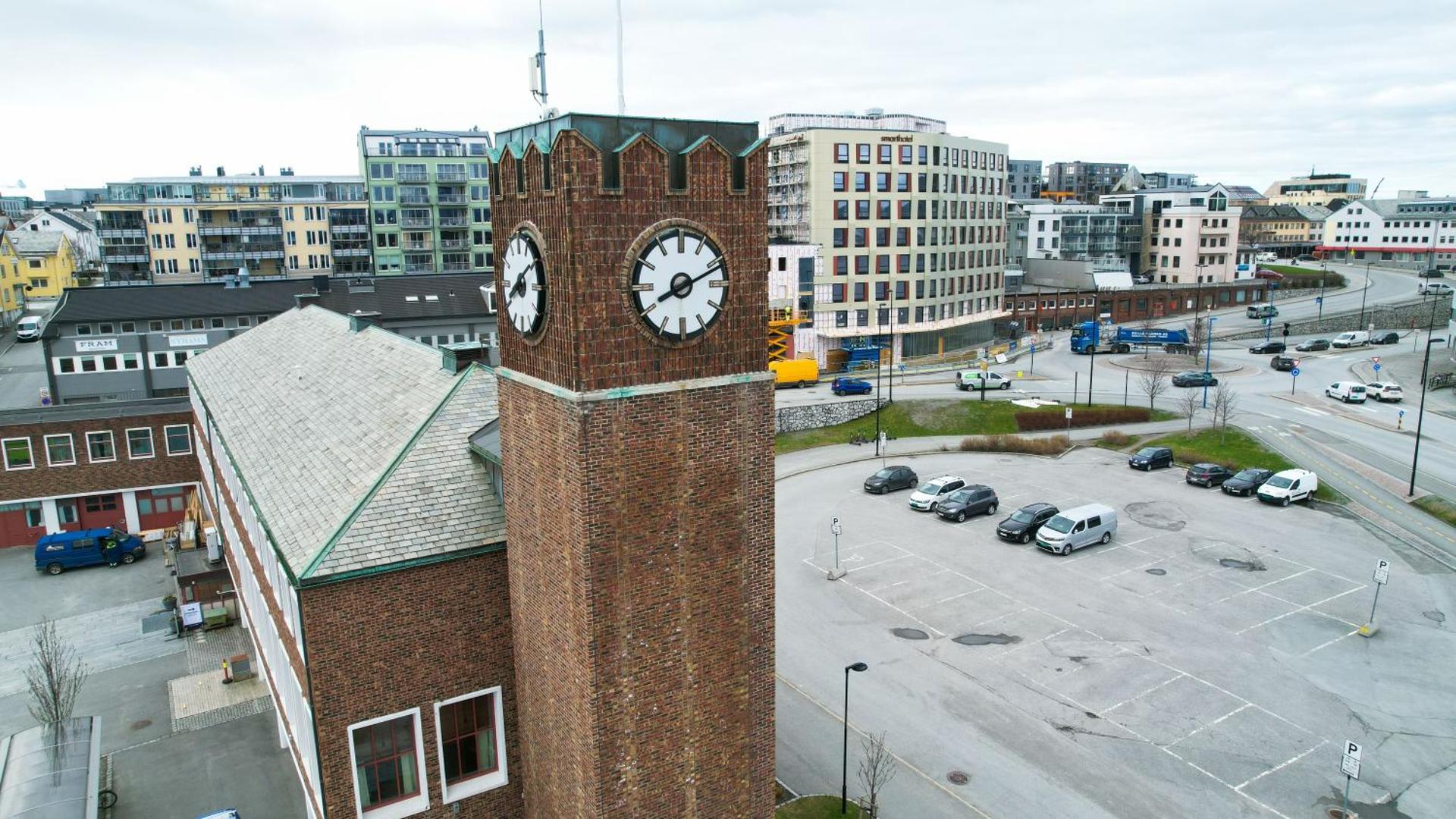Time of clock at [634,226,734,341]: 8:11
